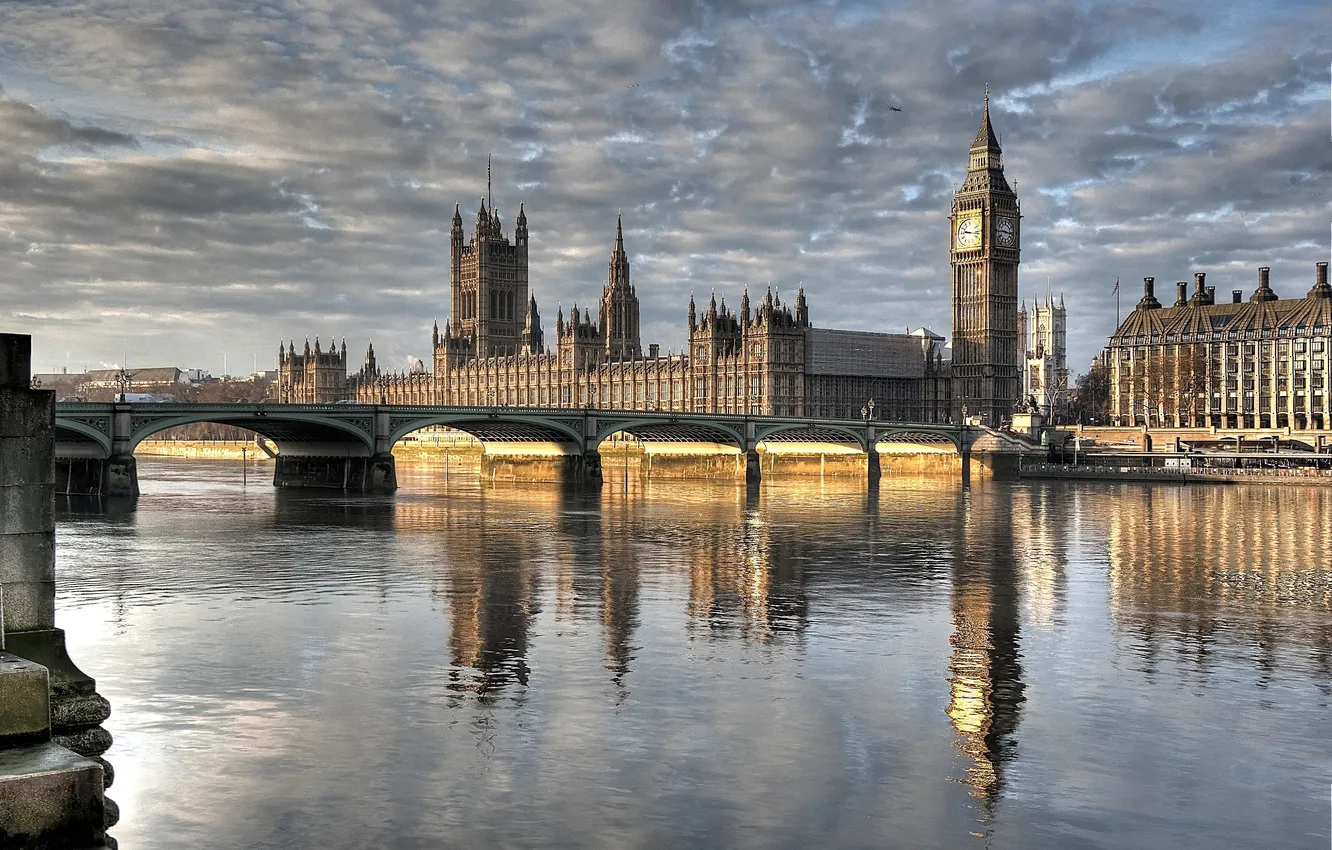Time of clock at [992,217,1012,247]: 9:16
